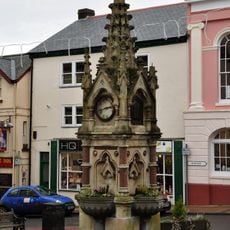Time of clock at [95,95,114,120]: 2:42
